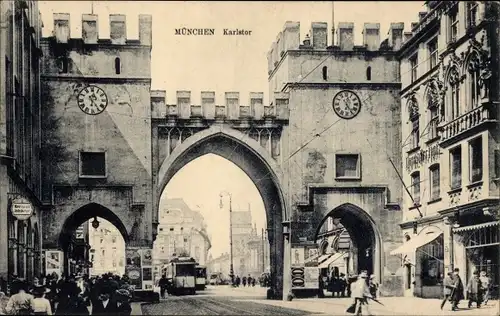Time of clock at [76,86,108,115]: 6:24
